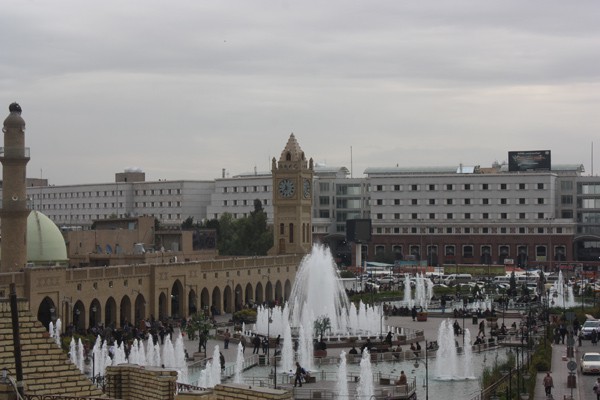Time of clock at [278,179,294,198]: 11:37
